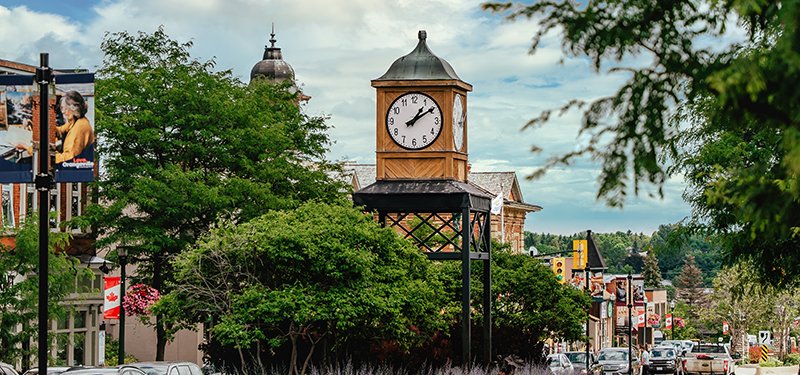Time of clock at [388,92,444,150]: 1:09
